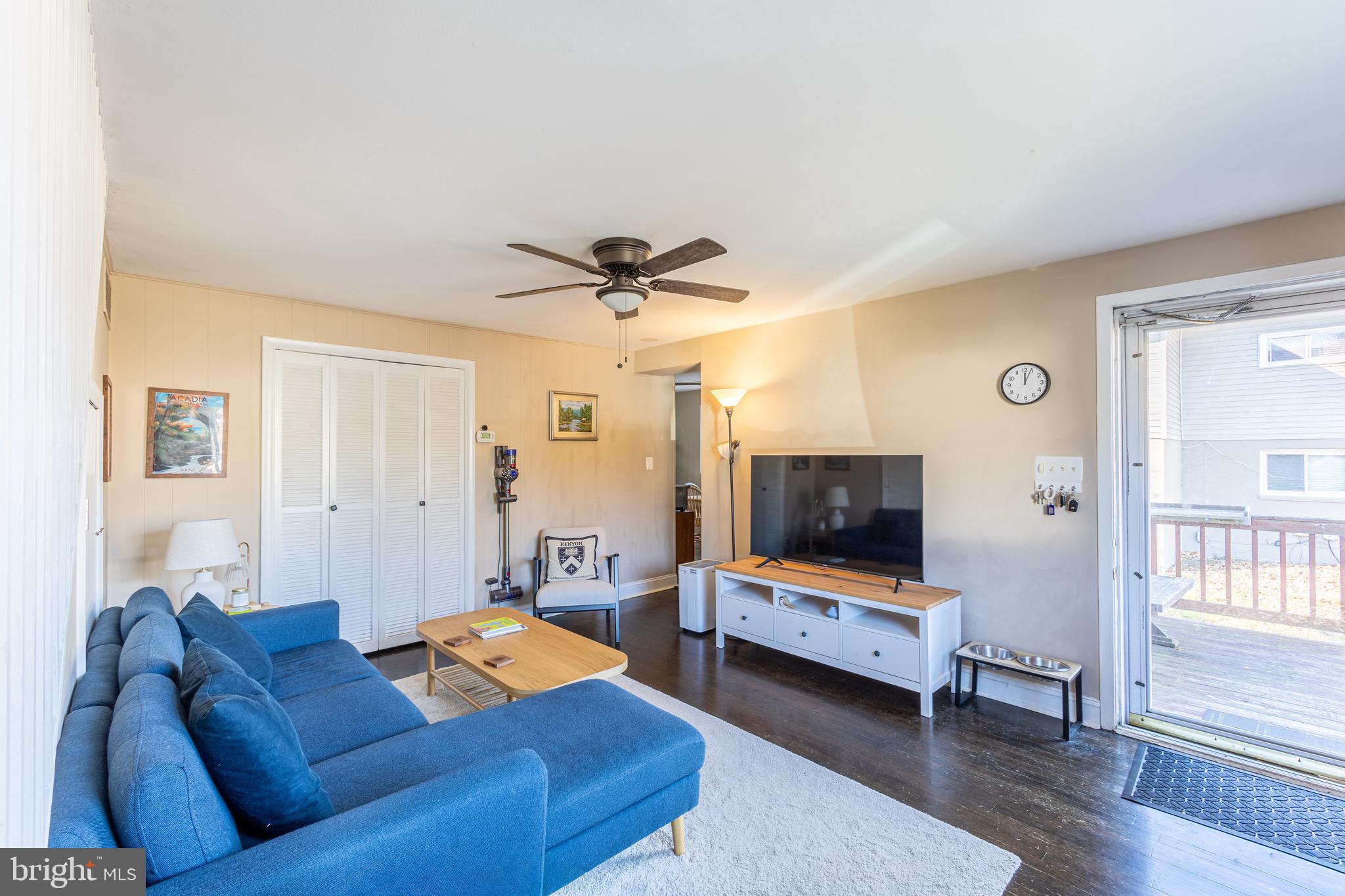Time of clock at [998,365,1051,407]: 12:03
